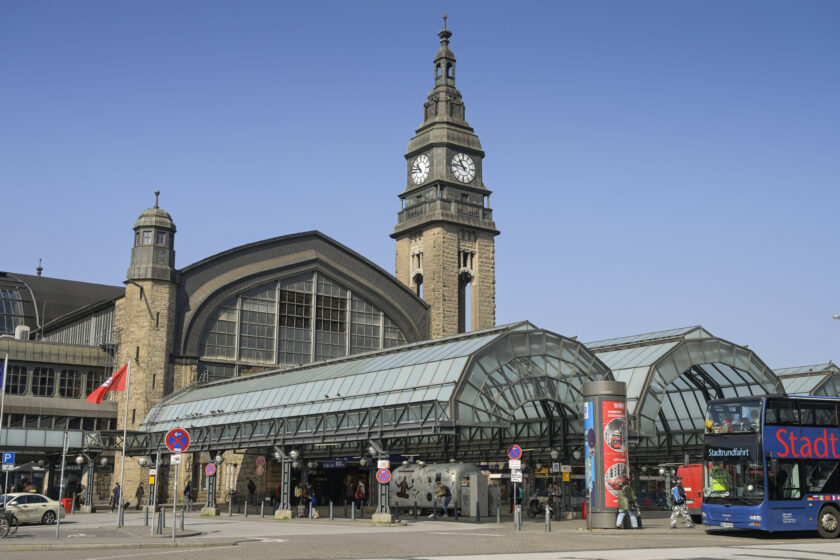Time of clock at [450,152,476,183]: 10:46
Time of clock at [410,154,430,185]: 10:47
